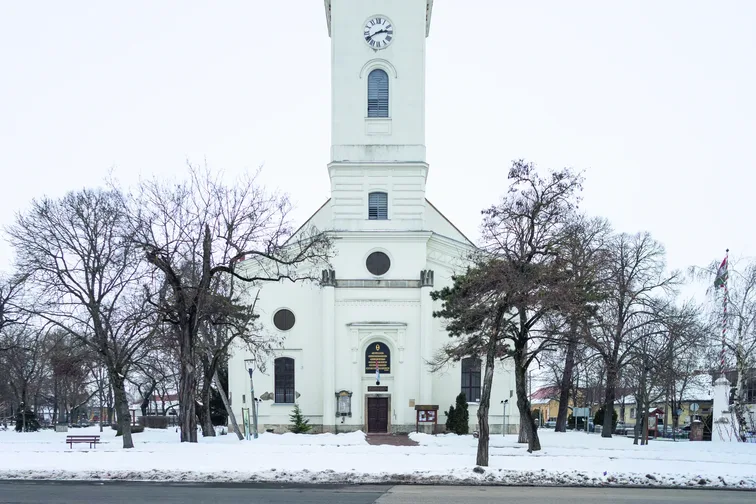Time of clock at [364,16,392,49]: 2:40
